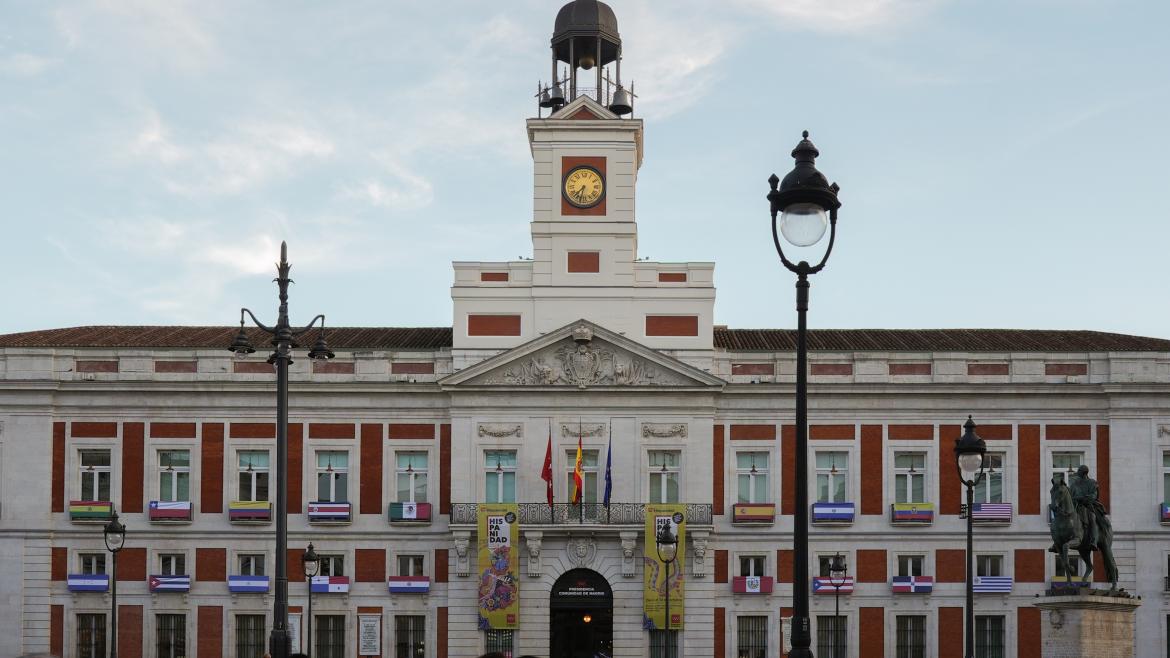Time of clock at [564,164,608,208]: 7:32
